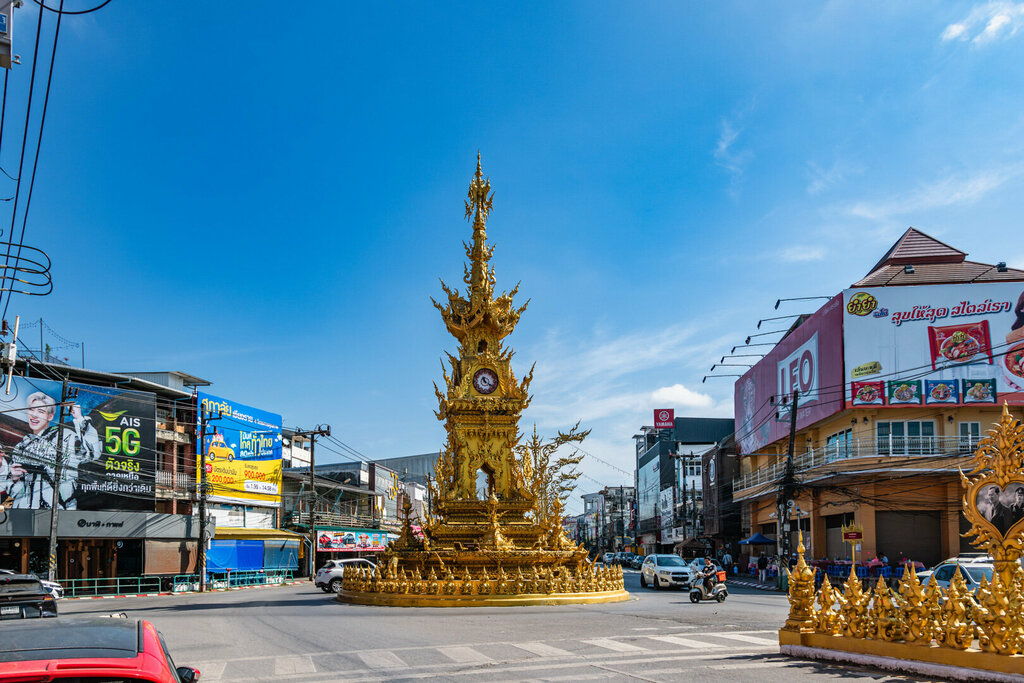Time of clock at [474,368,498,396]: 11:20
